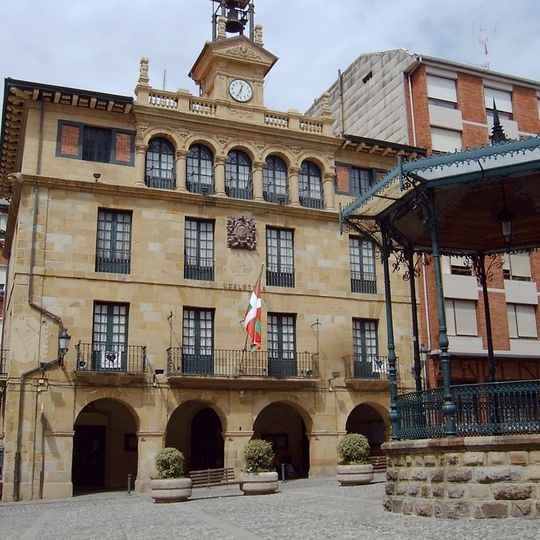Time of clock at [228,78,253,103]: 12:34
